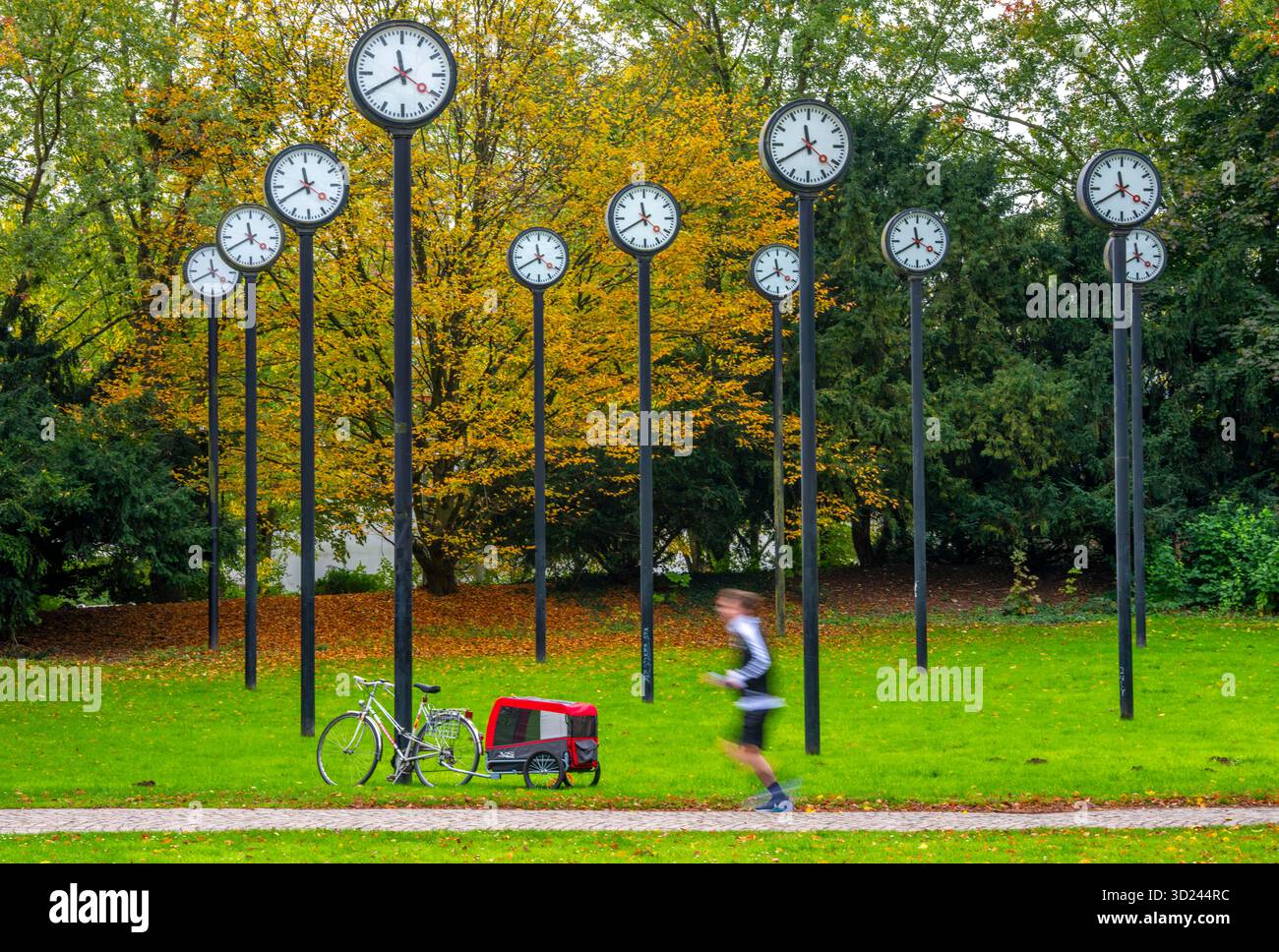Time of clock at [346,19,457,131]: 11:40
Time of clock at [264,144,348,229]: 11:40
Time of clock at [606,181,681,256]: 11:40
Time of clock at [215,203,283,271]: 11:40
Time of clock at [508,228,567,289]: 11:40
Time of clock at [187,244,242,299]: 11:40
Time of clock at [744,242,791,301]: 11:40
